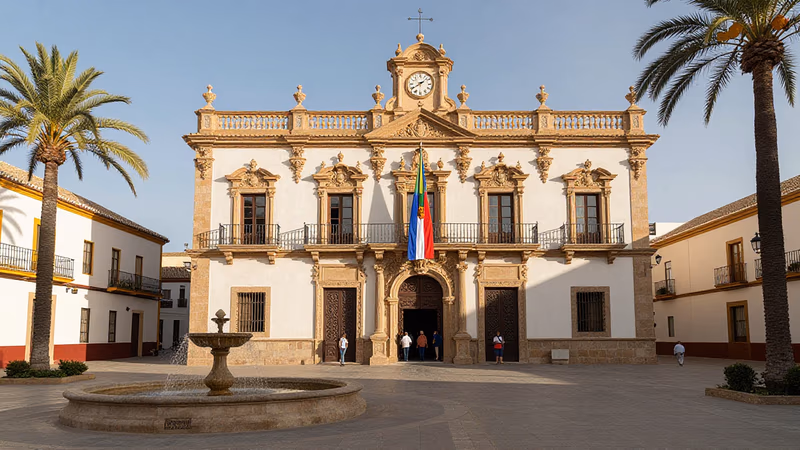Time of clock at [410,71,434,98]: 1:39
